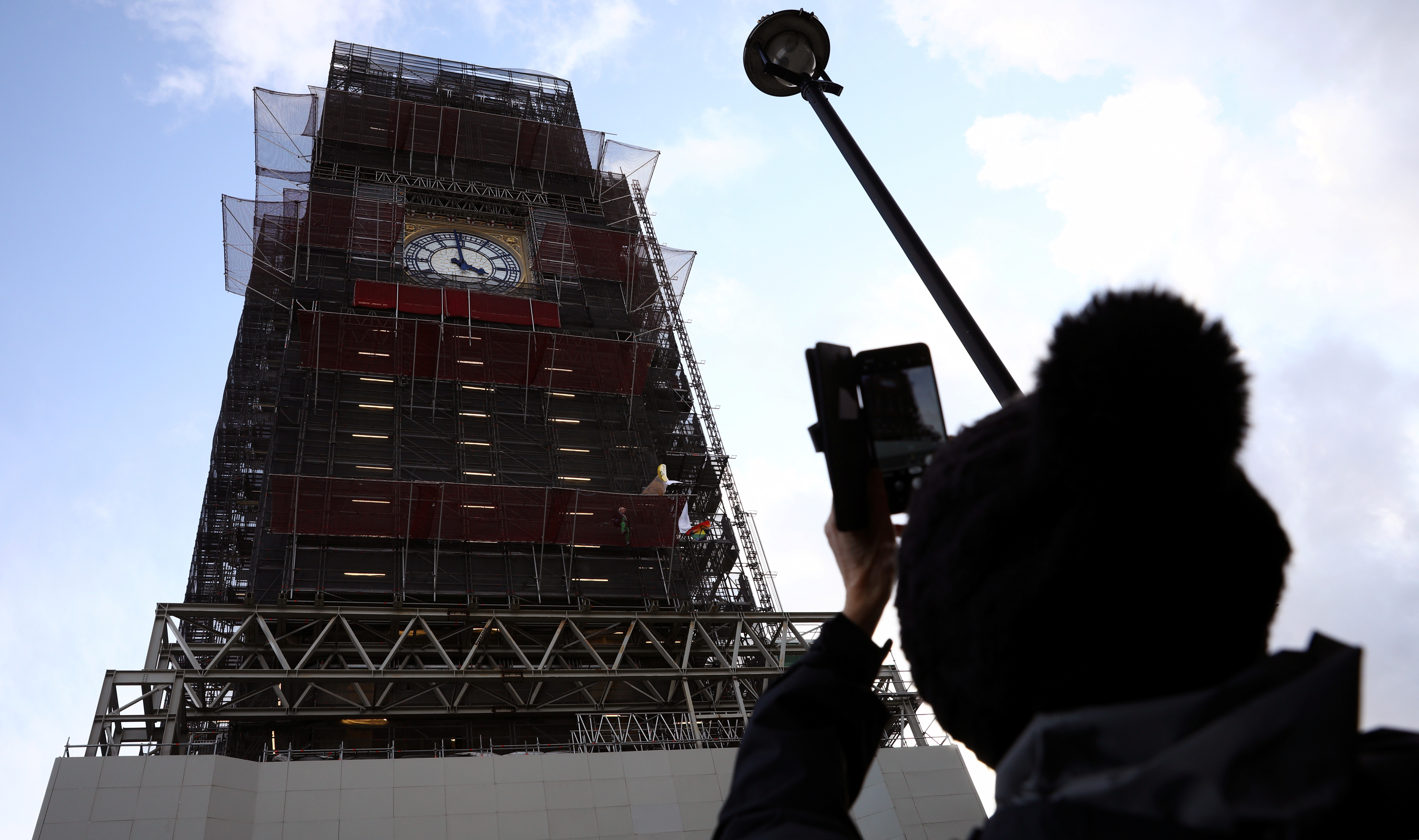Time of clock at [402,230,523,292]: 3:58
